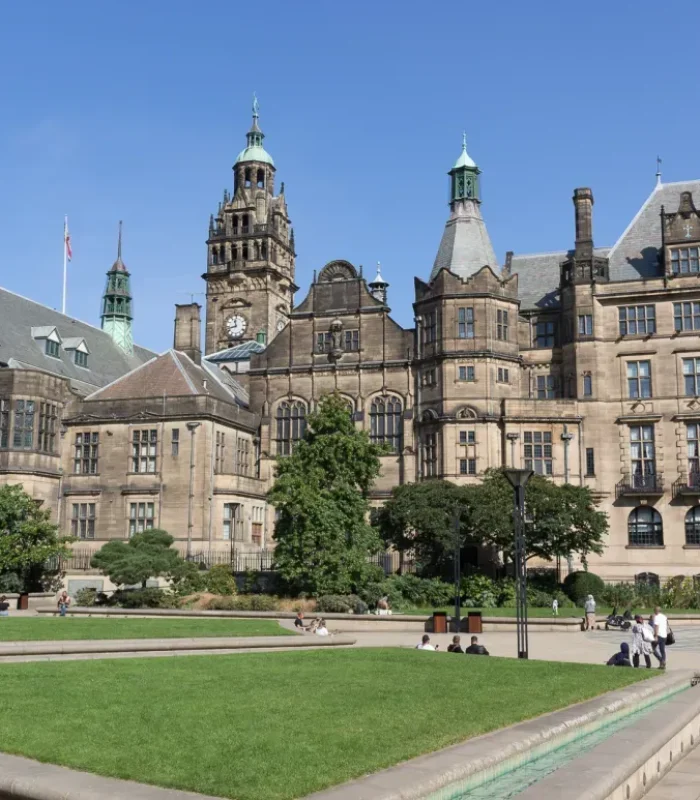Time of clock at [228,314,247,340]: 11:42
